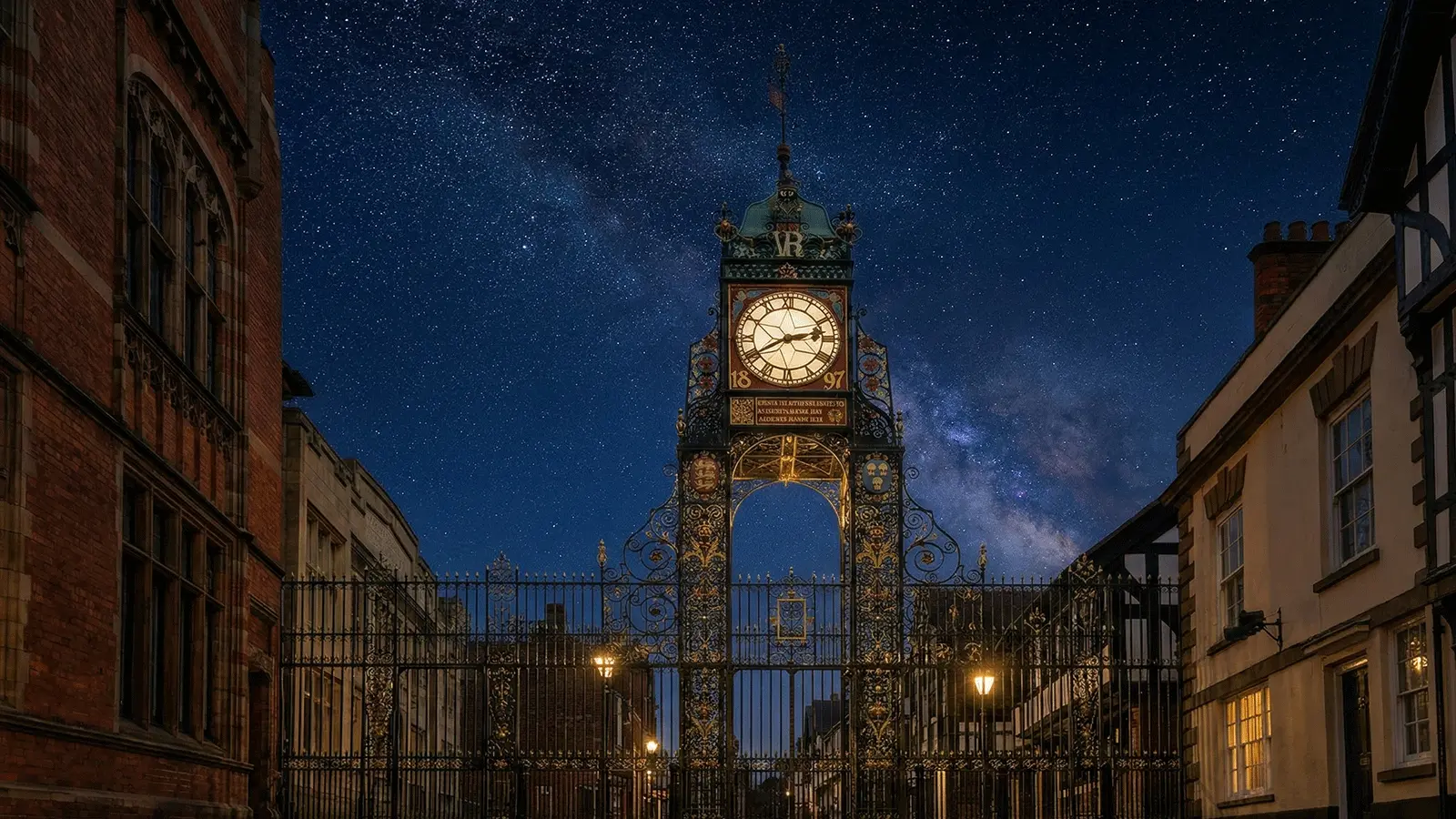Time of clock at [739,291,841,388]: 2:40
